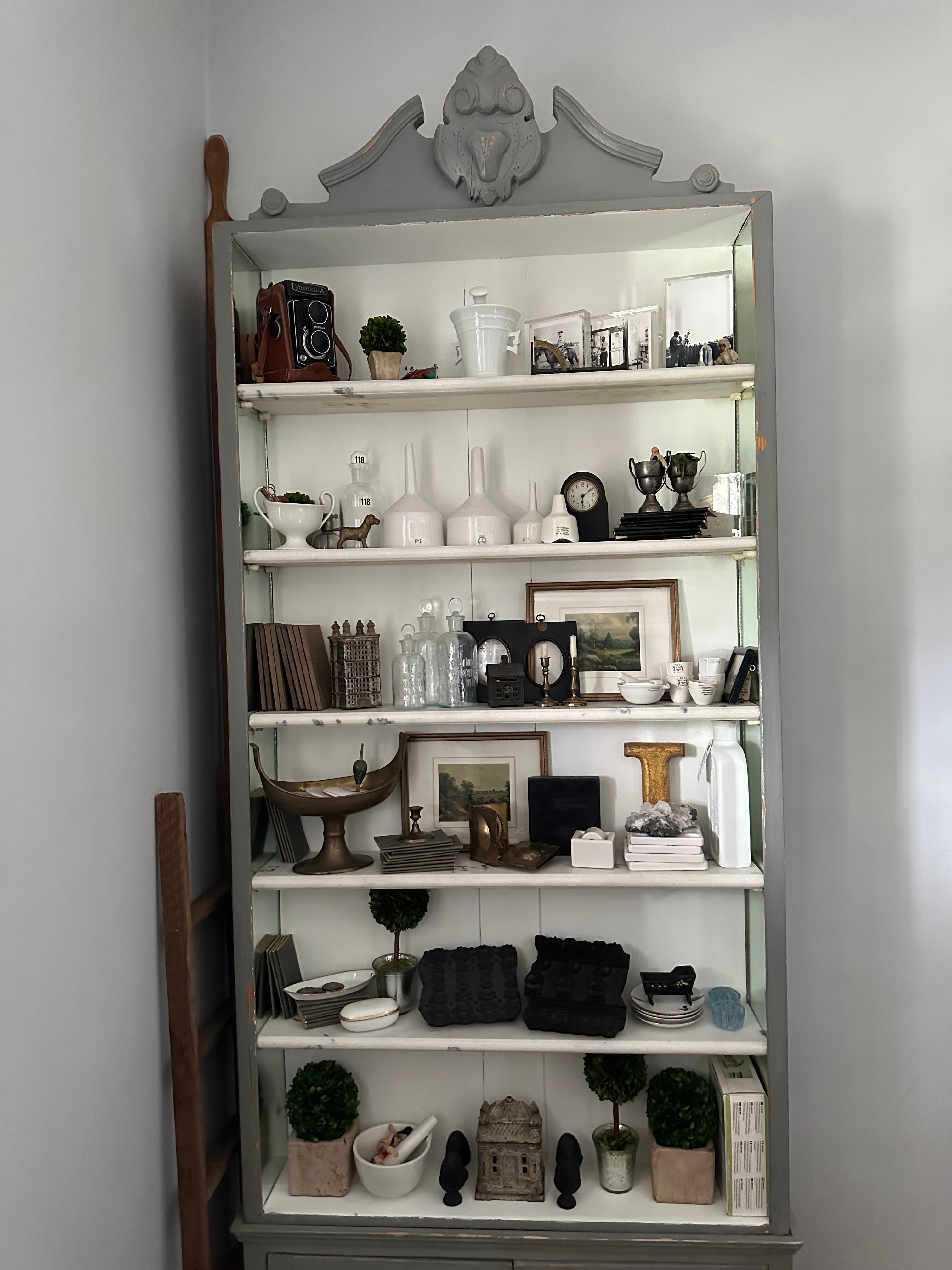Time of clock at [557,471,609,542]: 6:09
